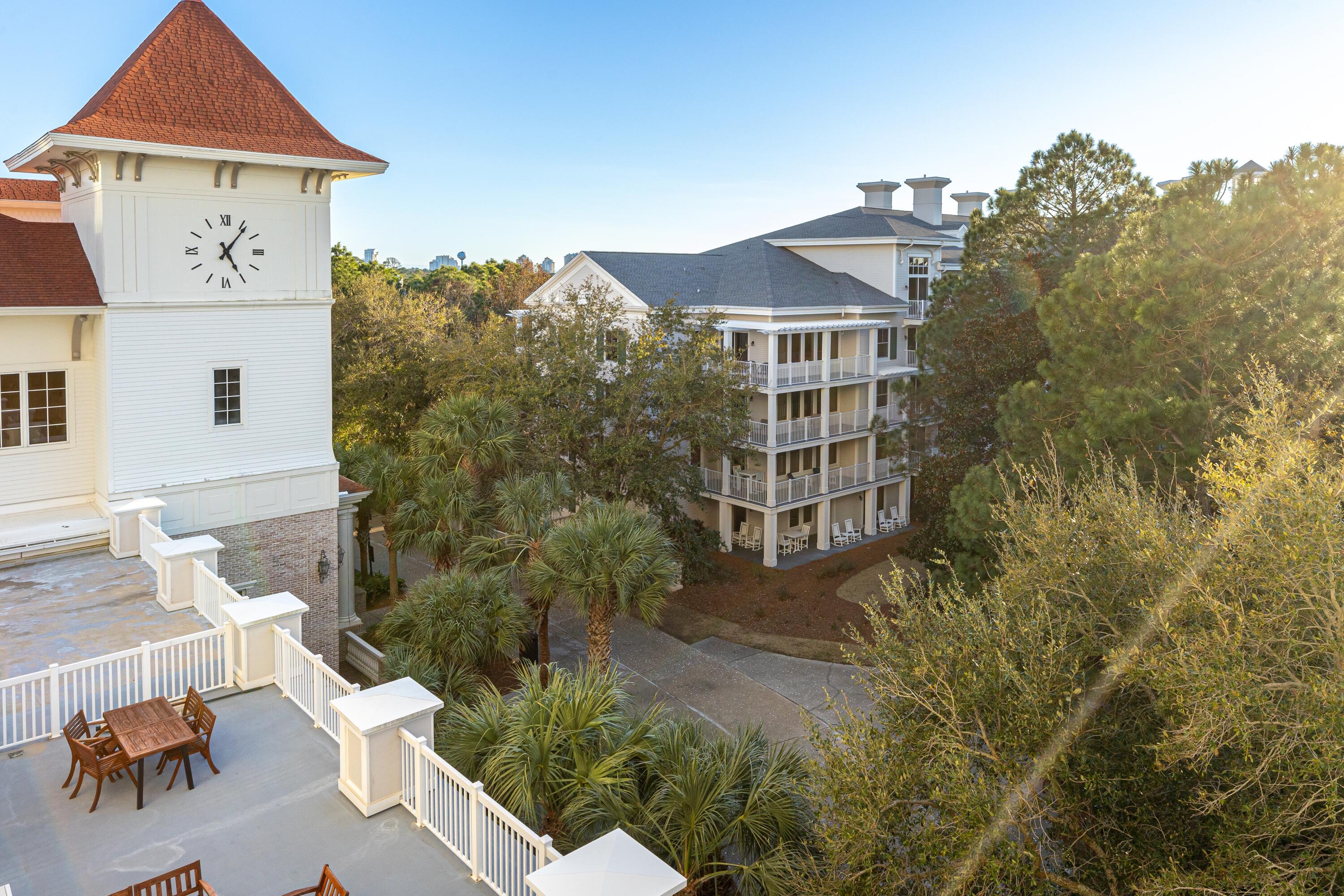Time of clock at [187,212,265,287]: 5:06
